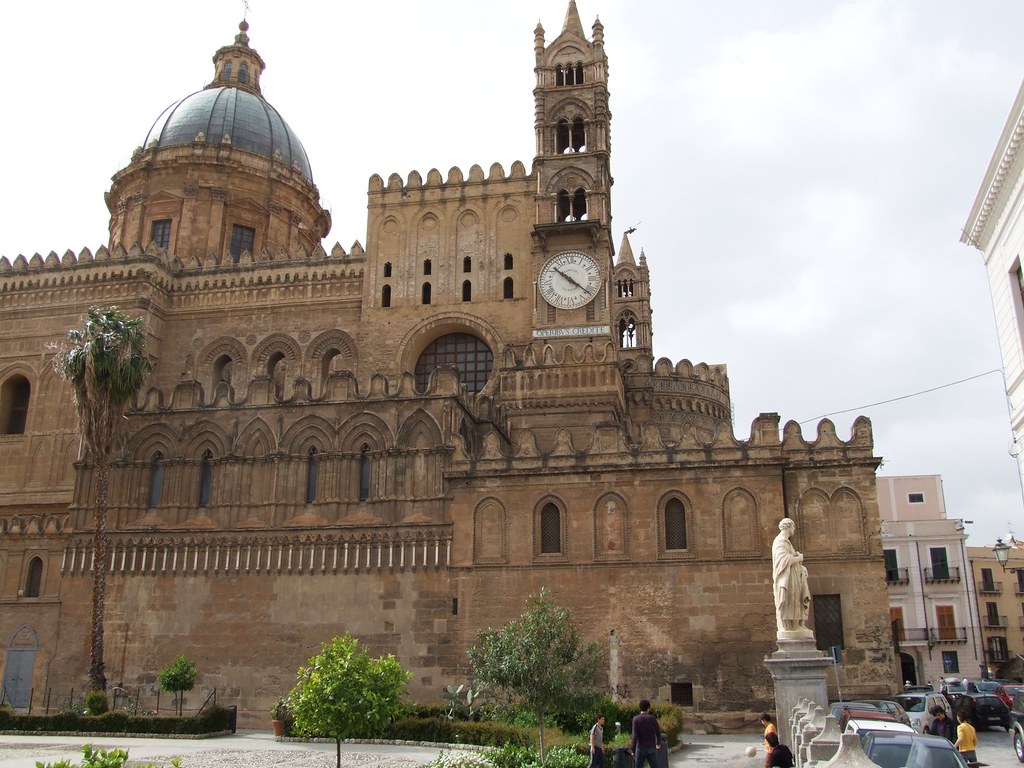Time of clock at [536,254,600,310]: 10:21
